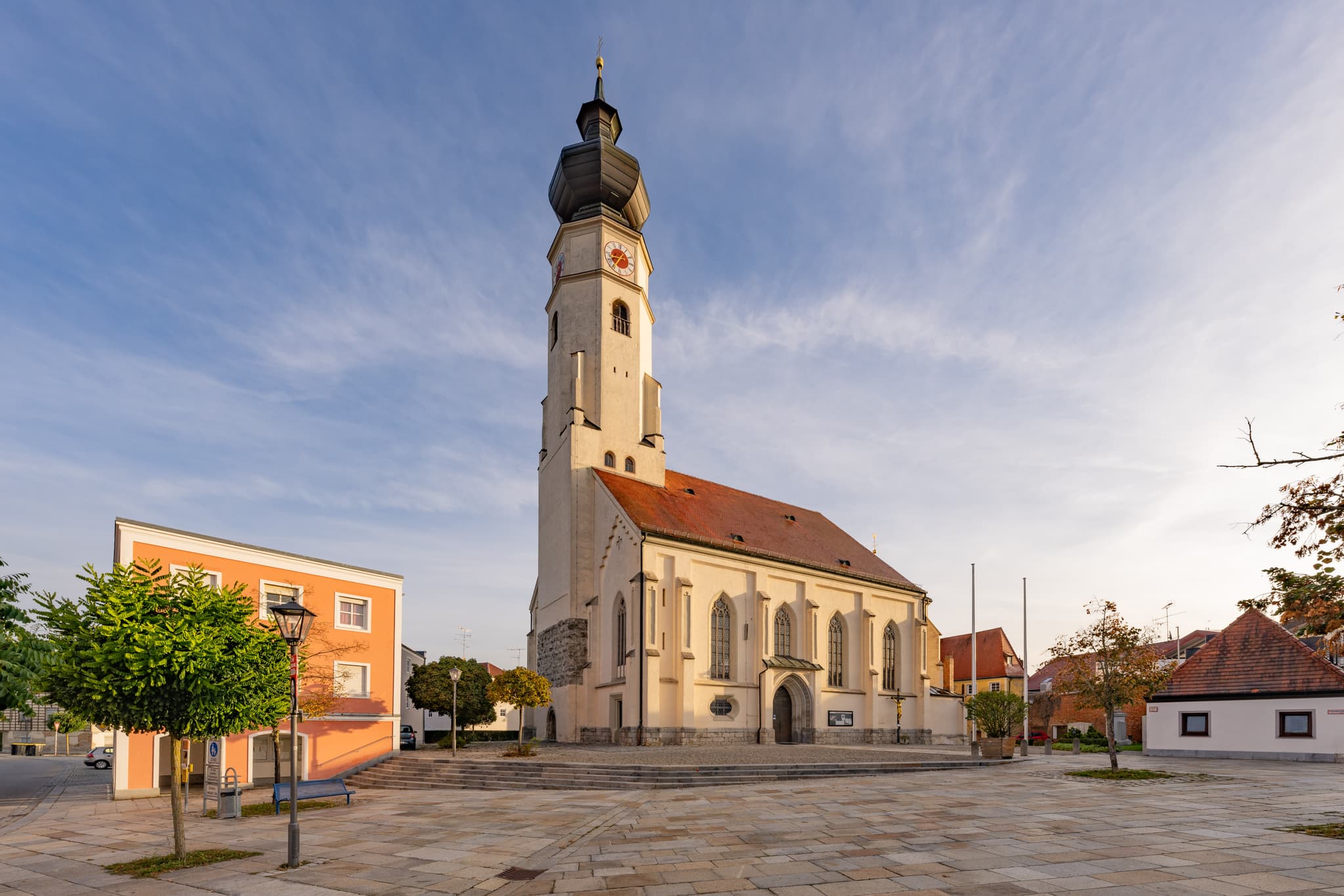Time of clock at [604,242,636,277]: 8:35
